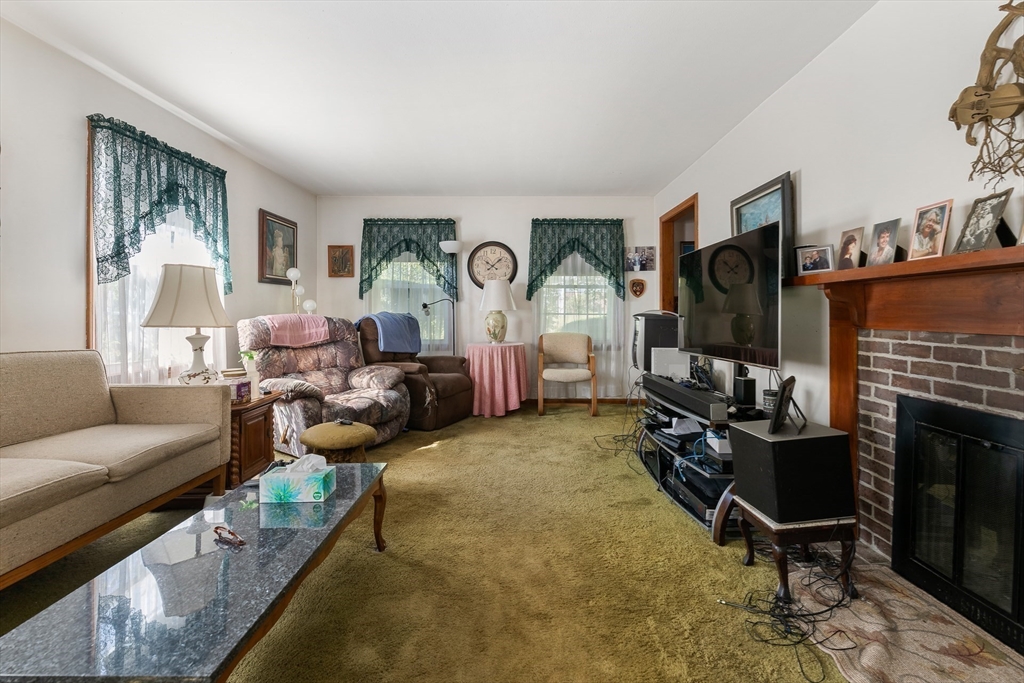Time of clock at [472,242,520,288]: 10:08
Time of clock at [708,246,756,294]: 1:52
